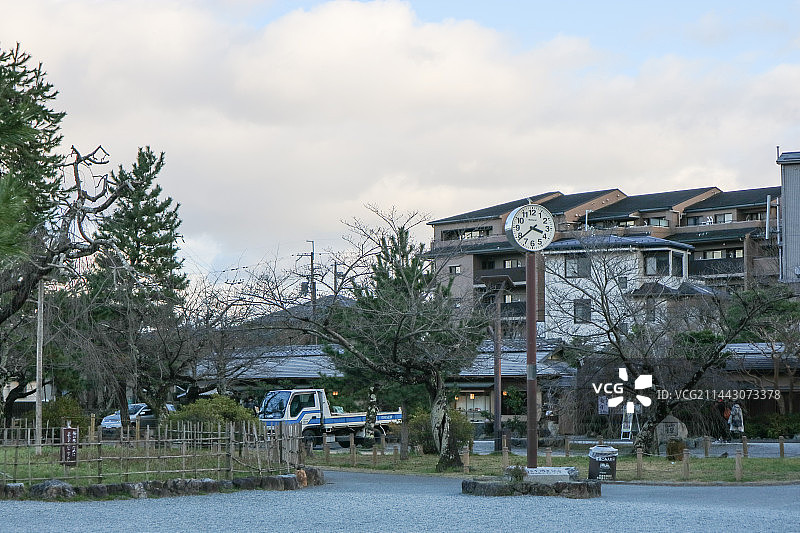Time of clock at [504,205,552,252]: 3:38
